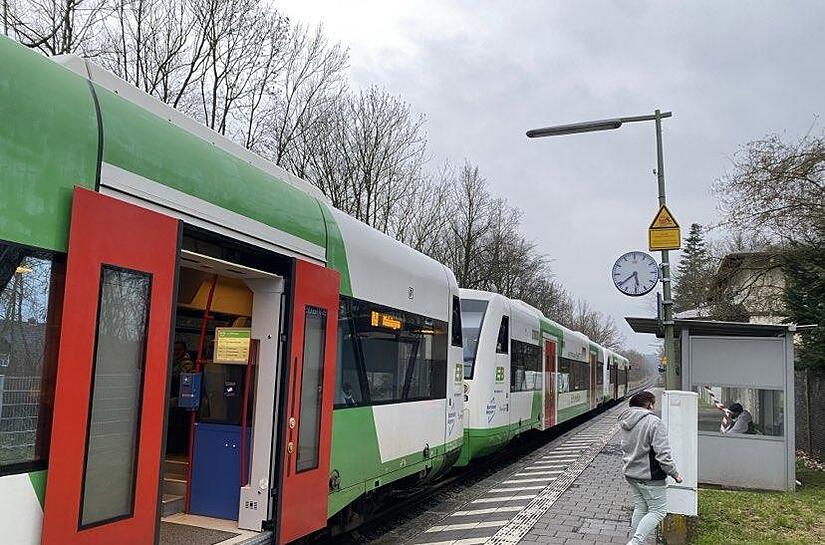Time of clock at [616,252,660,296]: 5:39
